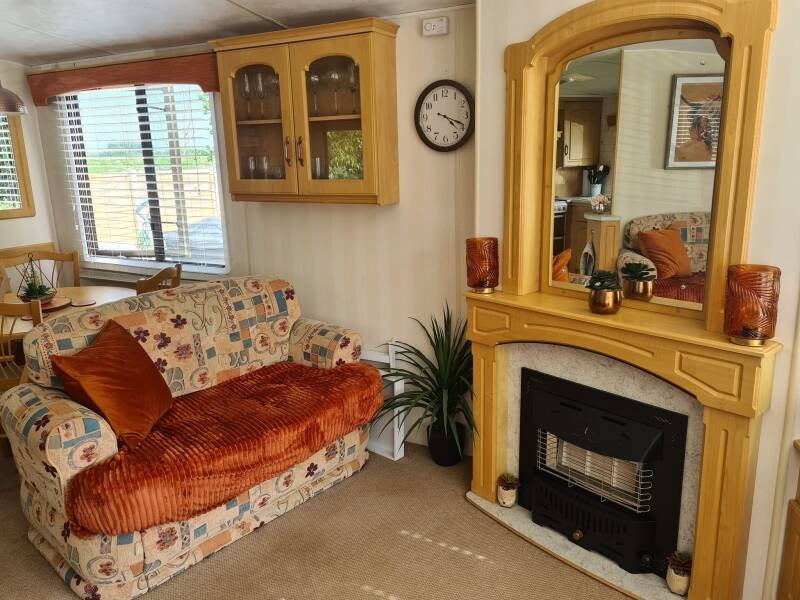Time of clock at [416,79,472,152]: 4:18
